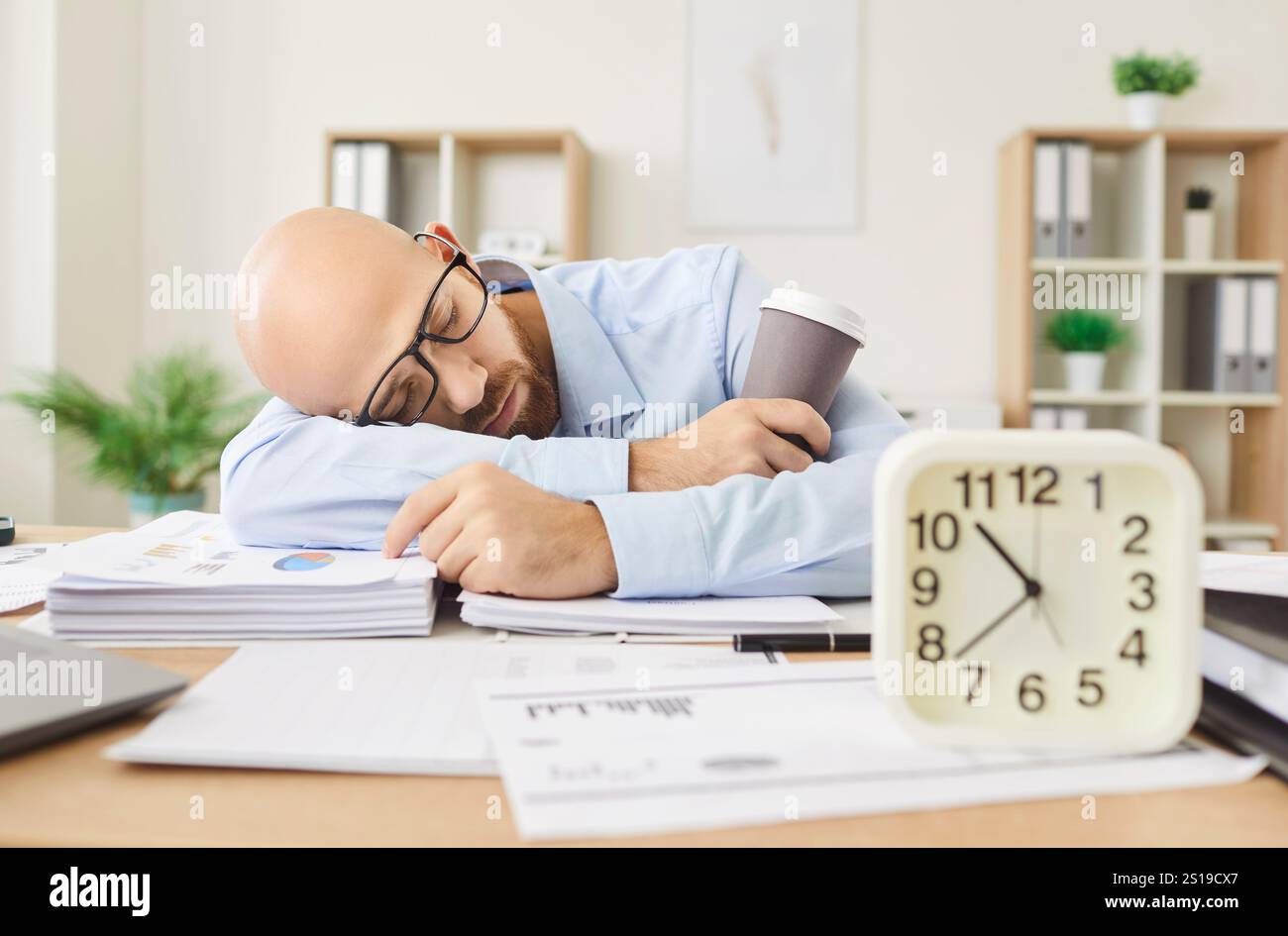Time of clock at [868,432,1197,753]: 10:38
